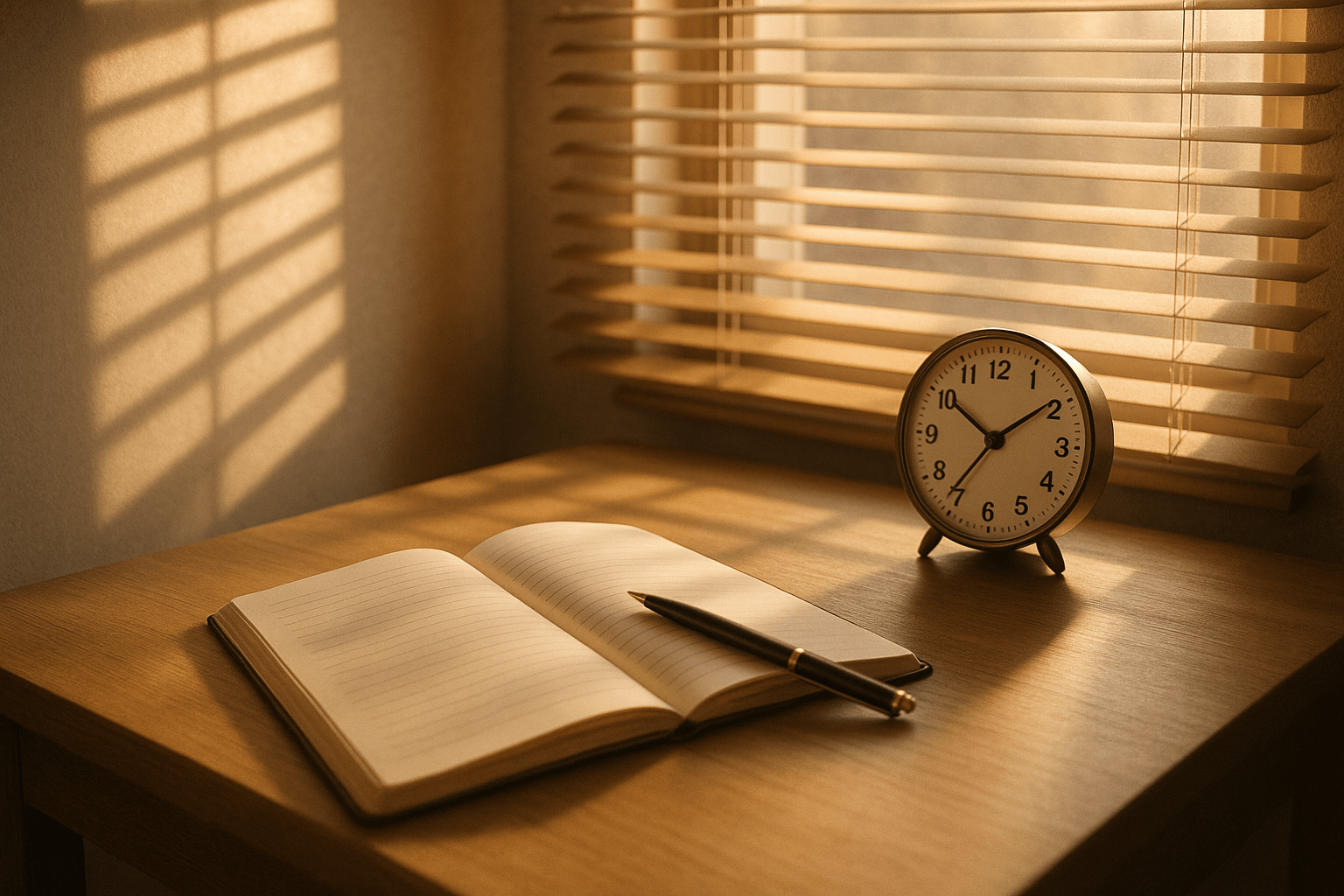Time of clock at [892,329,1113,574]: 10:09
